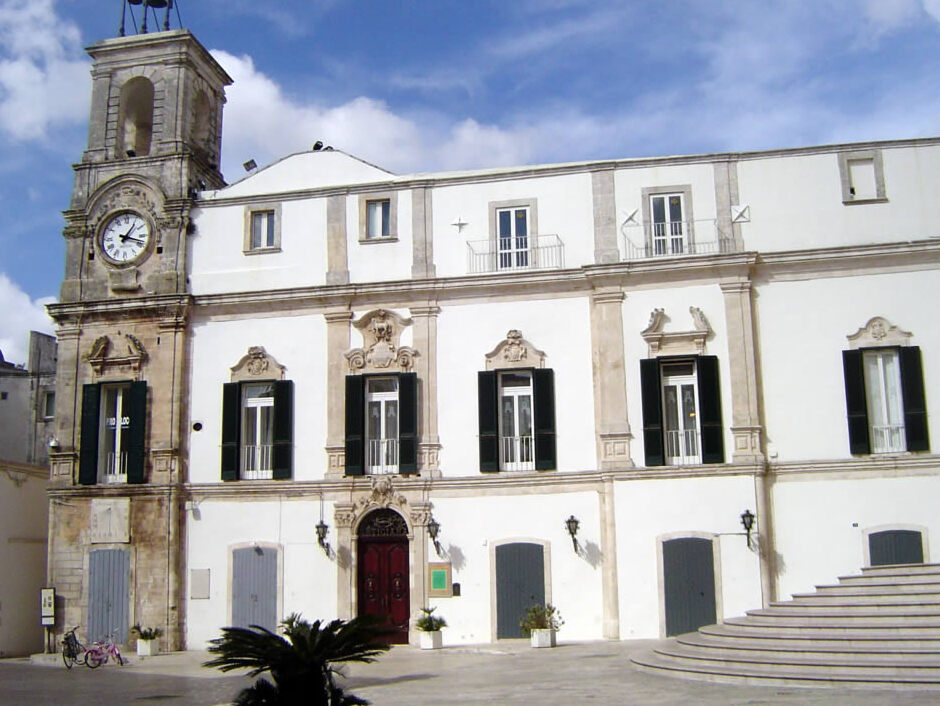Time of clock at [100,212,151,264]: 1:18
